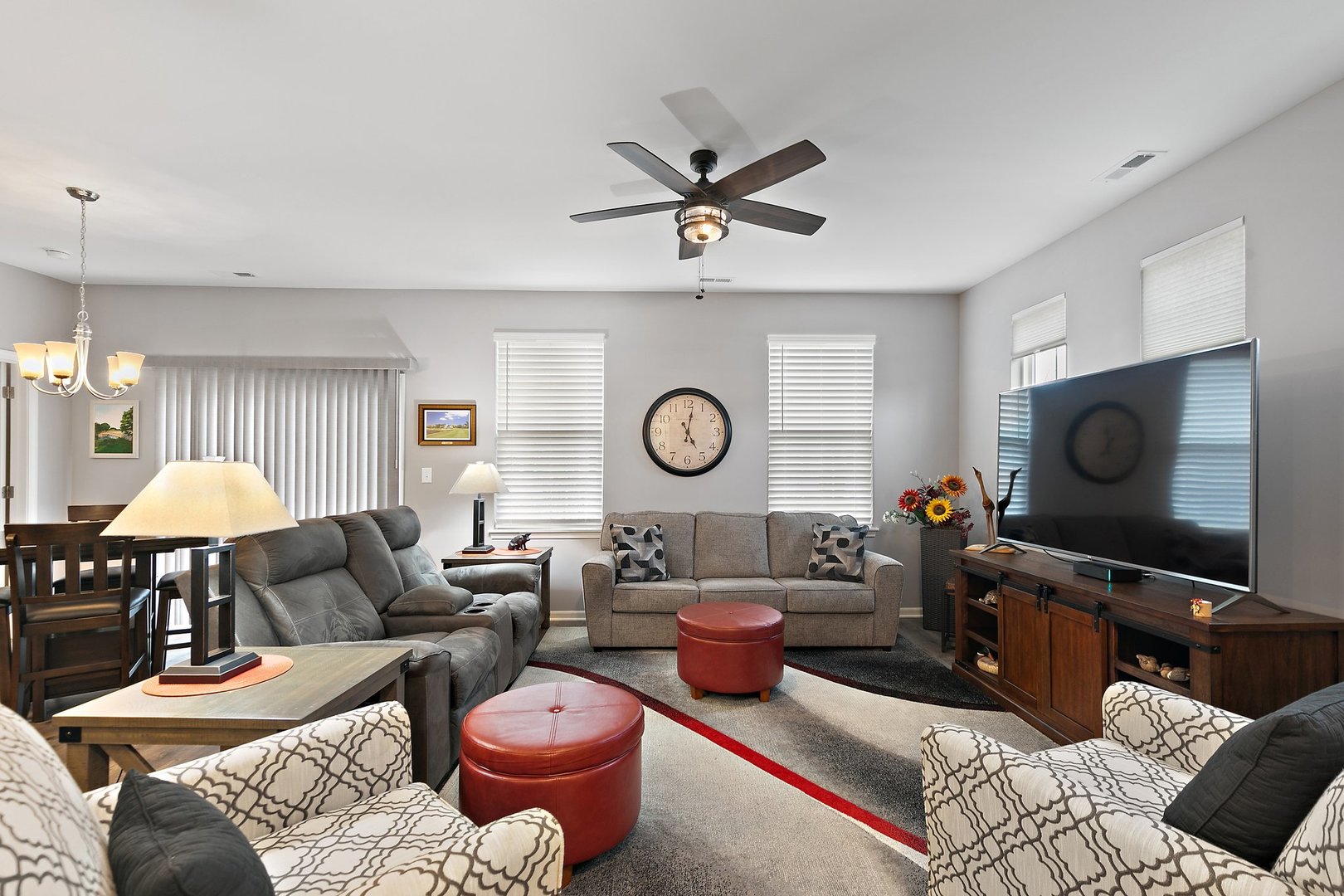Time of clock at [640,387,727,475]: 5:01
